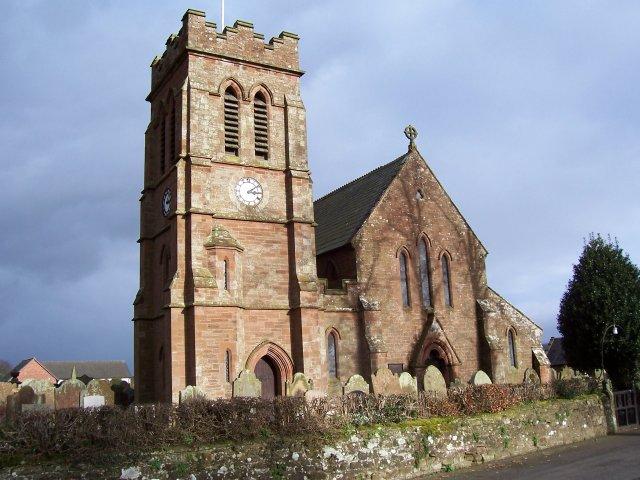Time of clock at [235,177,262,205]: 3:09
